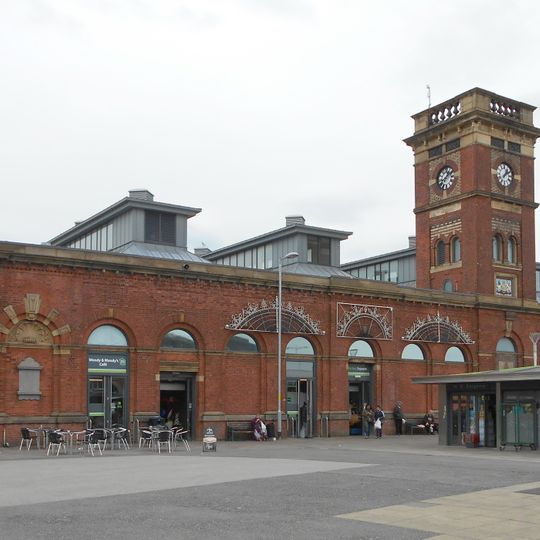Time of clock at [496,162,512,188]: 1:09
